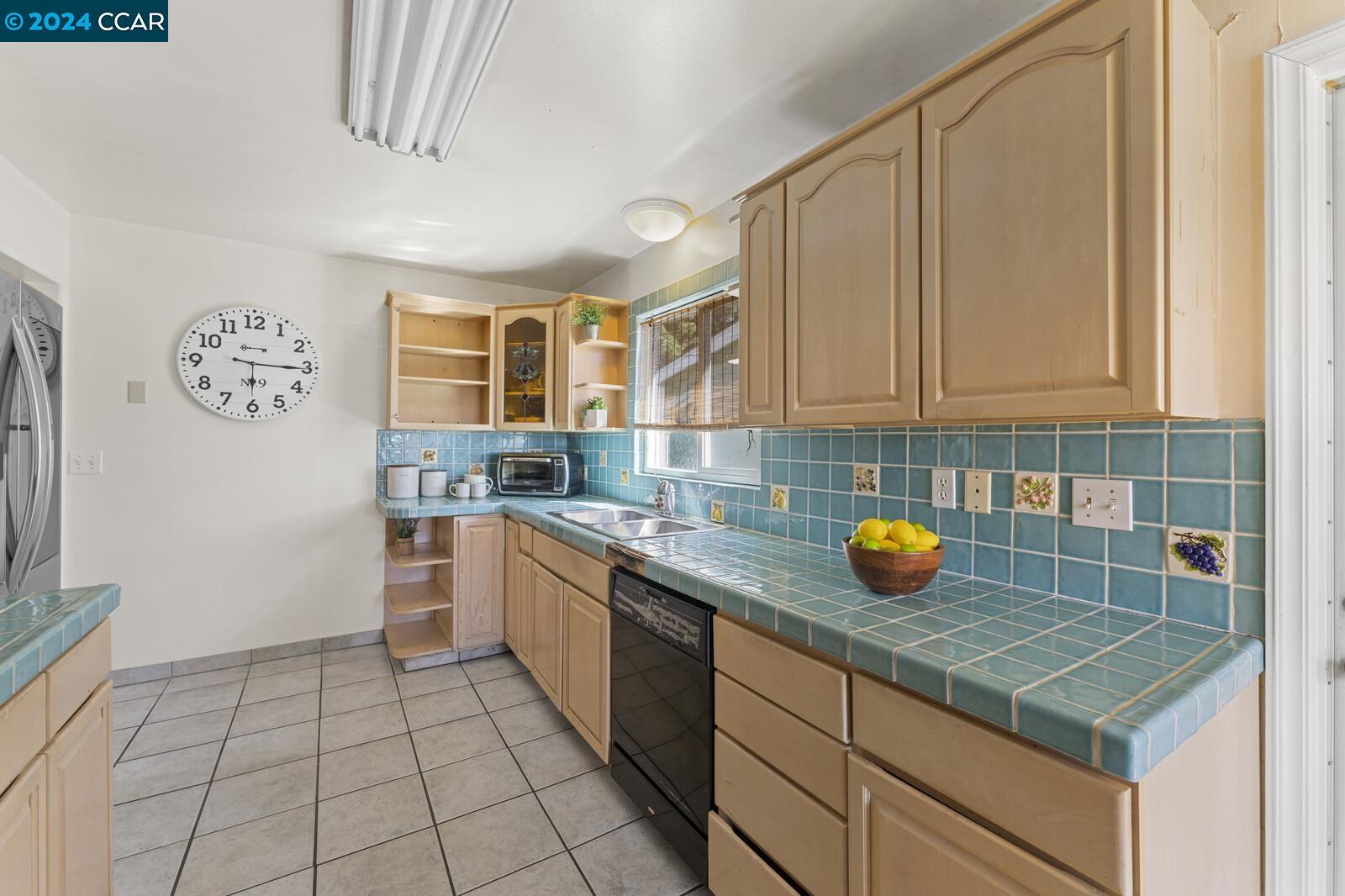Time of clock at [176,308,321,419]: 6:15
